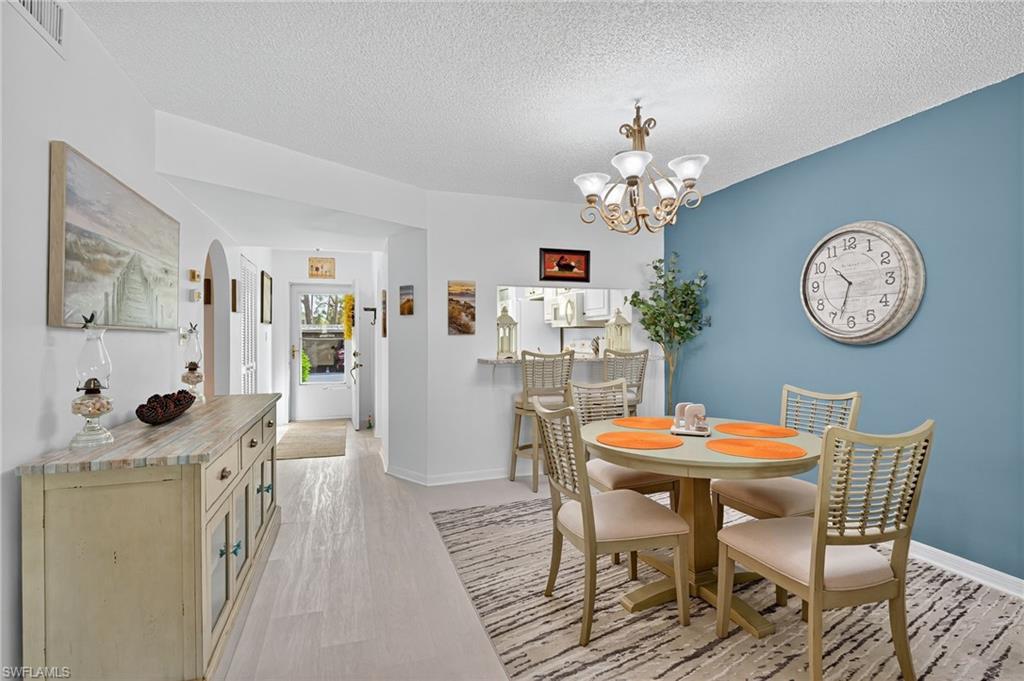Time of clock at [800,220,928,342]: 10:33
